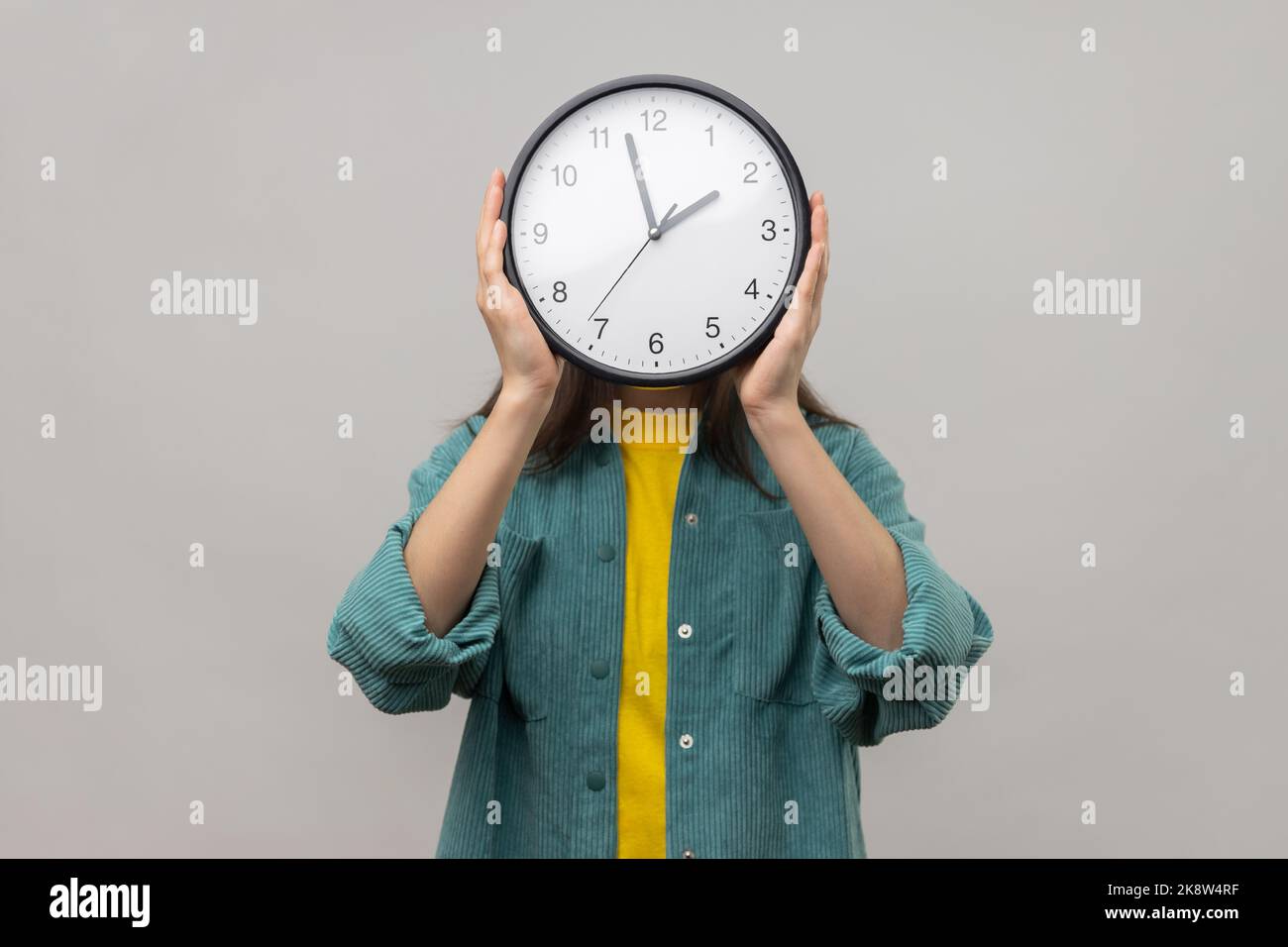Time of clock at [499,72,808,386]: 1:57
